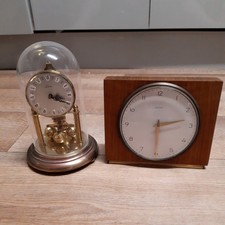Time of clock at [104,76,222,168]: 2:29
